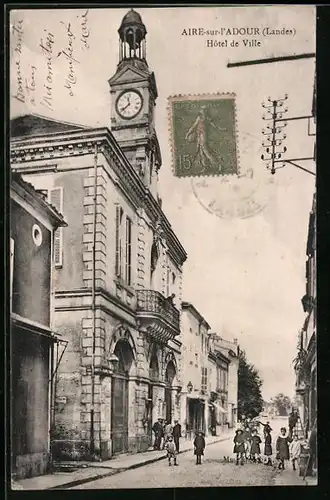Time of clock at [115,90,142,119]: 11:38
